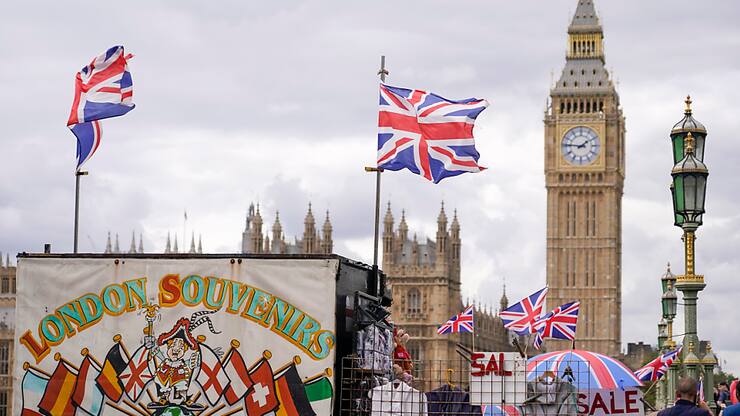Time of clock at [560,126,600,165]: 1:46
